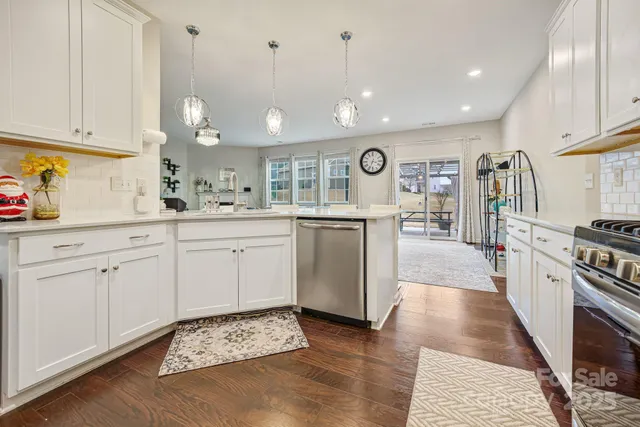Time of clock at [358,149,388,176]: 3:33
